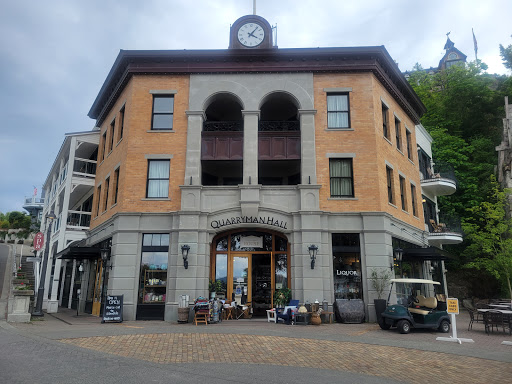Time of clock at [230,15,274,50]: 4:06
